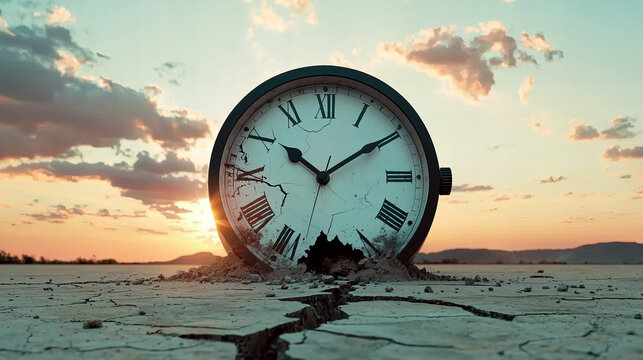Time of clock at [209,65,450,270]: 10:09
